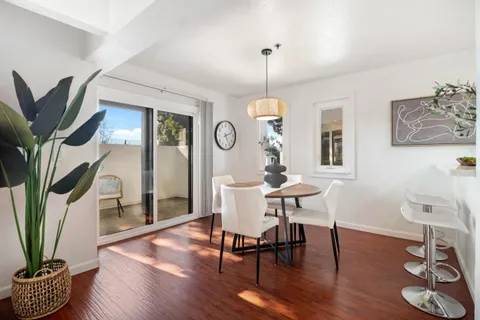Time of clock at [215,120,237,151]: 2:25
